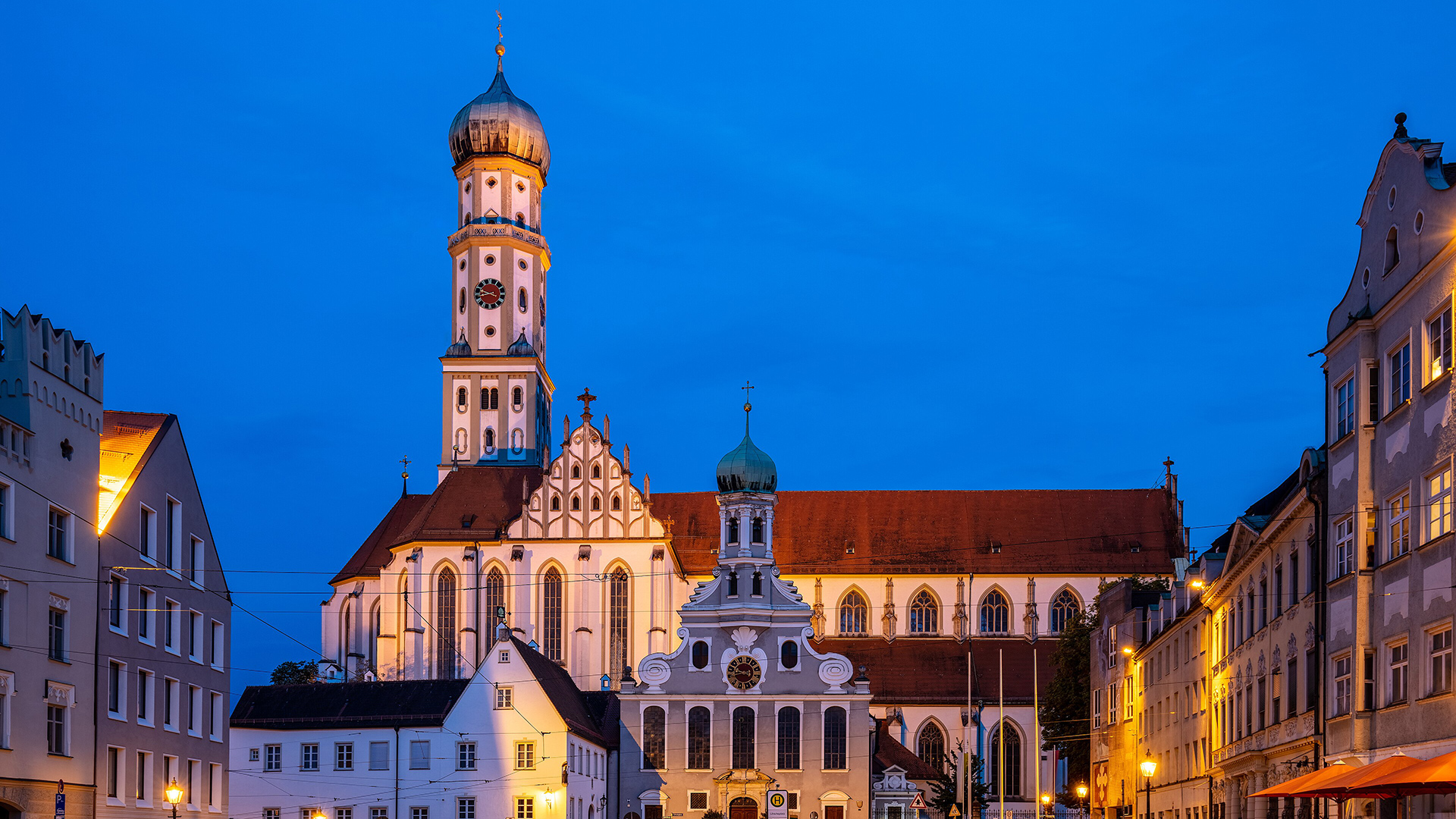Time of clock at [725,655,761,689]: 9:42
